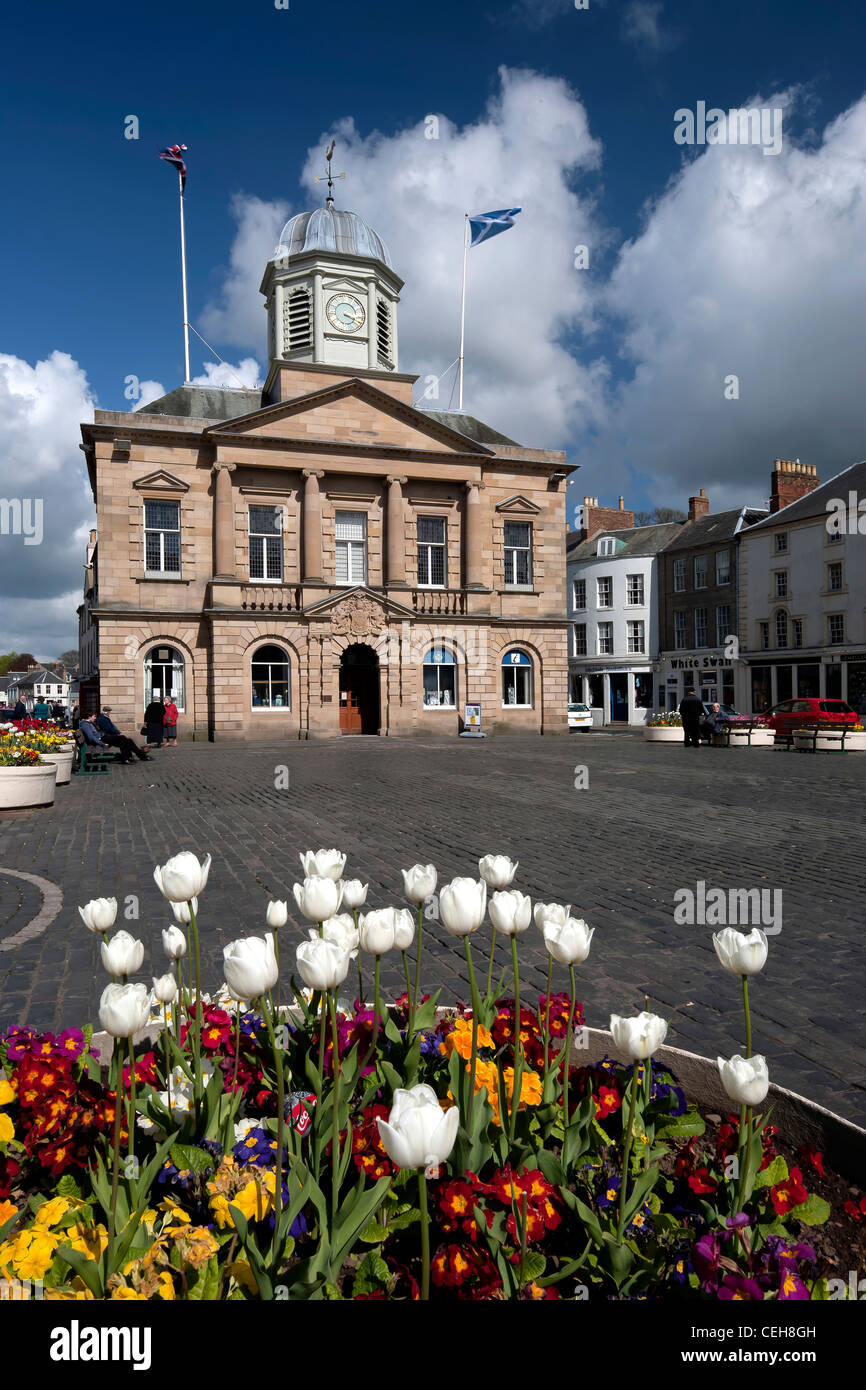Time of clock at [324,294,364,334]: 3:18
